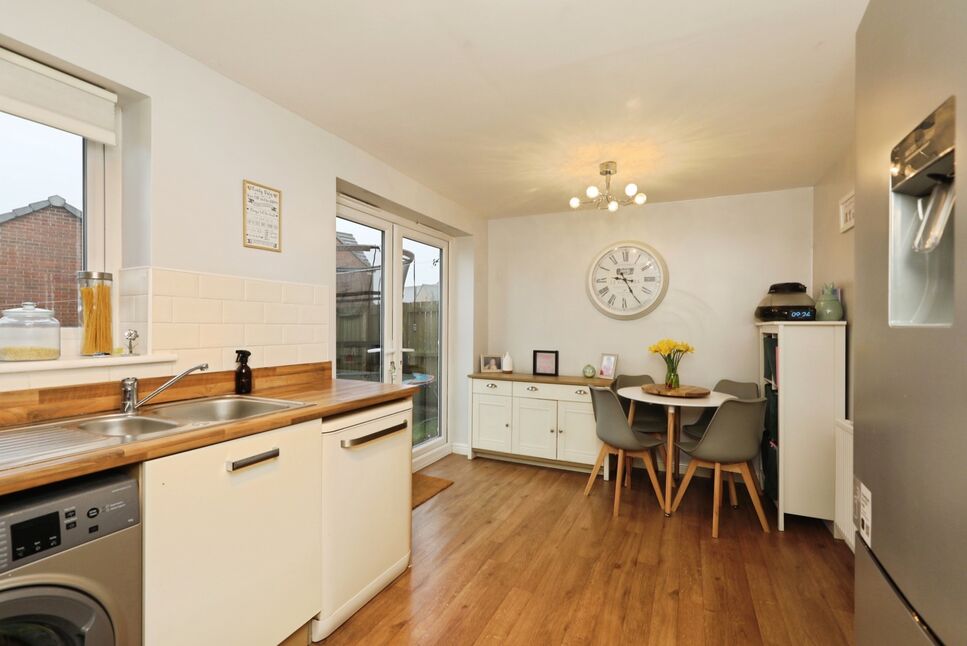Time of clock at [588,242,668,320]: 9:24
